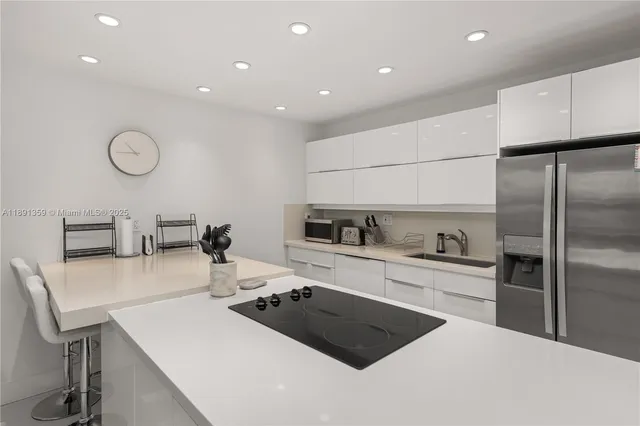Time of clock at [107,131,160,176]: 10:43
